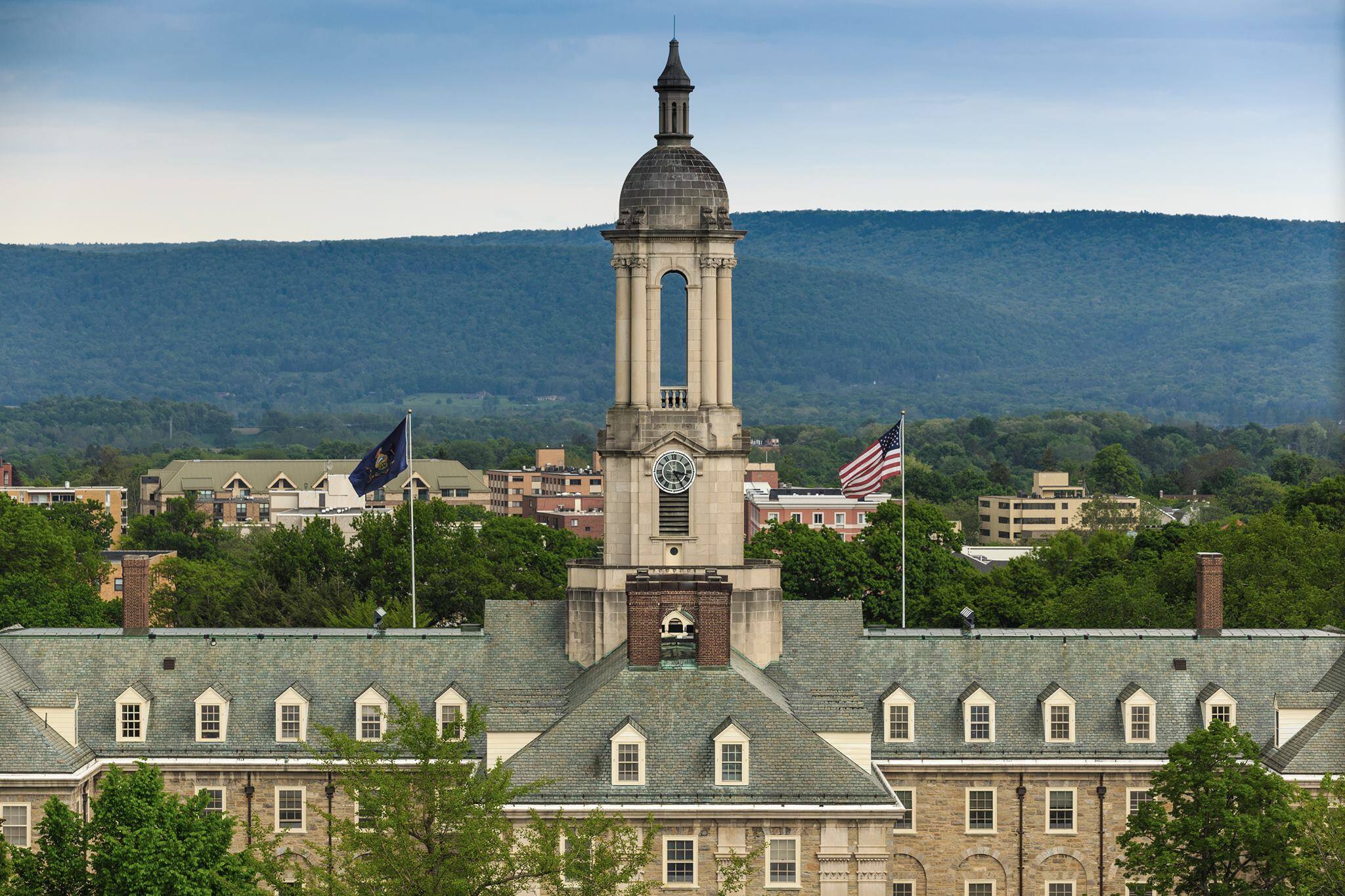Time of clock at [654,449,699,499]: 3:24
